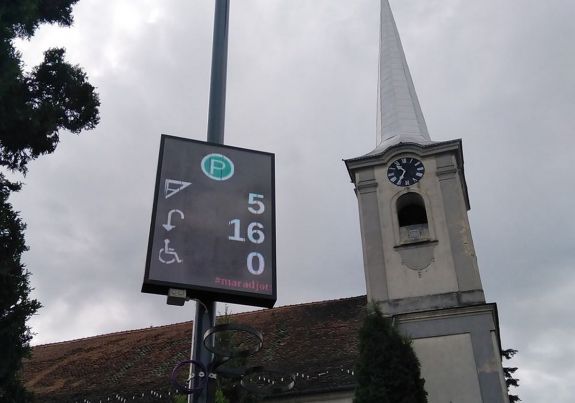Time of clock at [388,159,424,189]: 10:34
